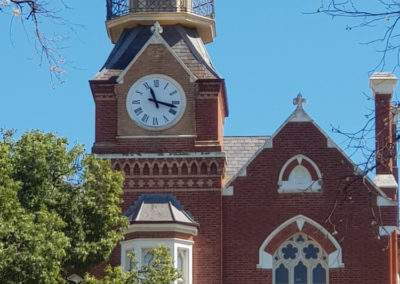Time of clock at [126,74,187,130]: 11:17
